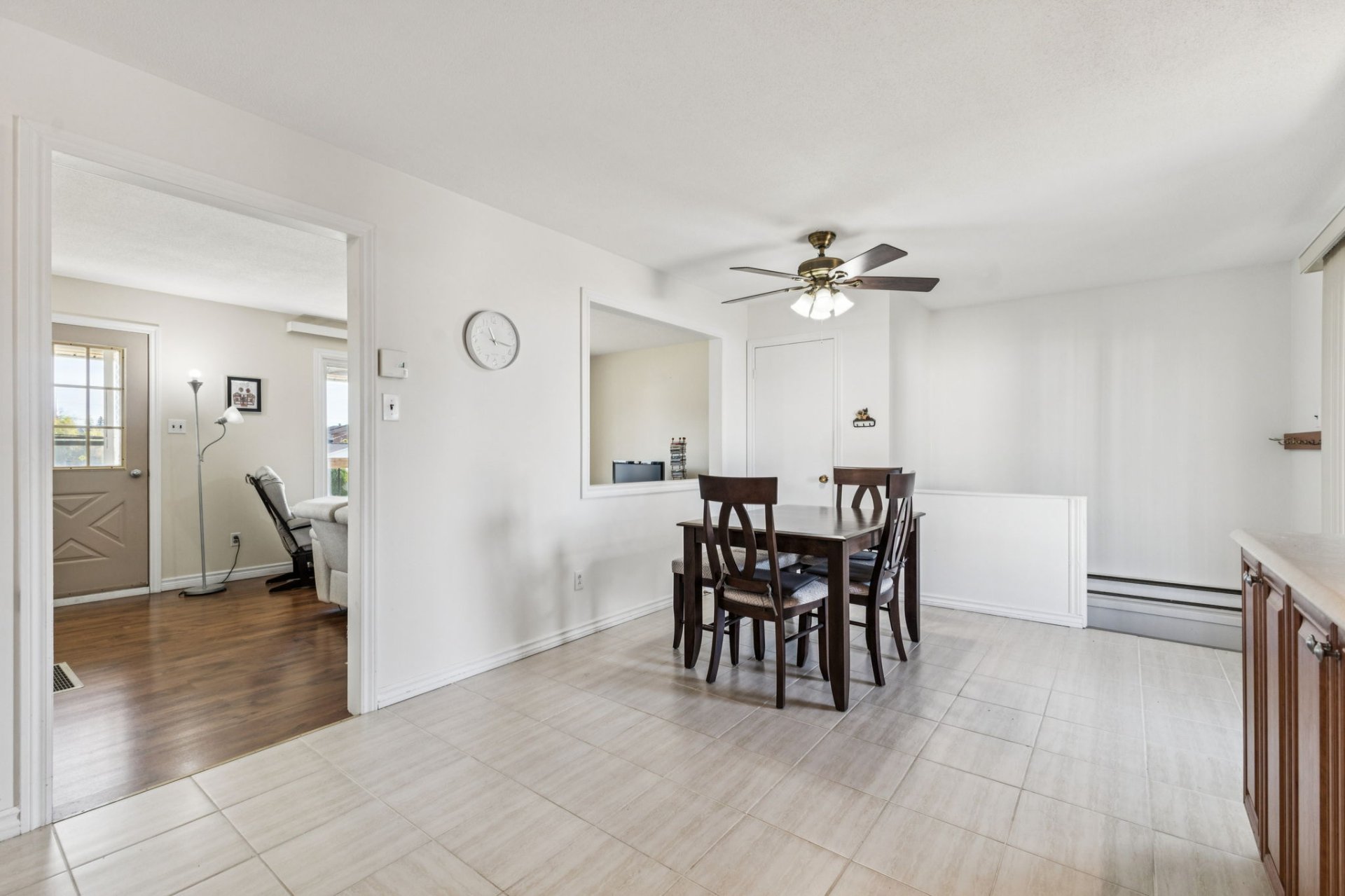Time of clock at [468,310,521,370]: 11:17
